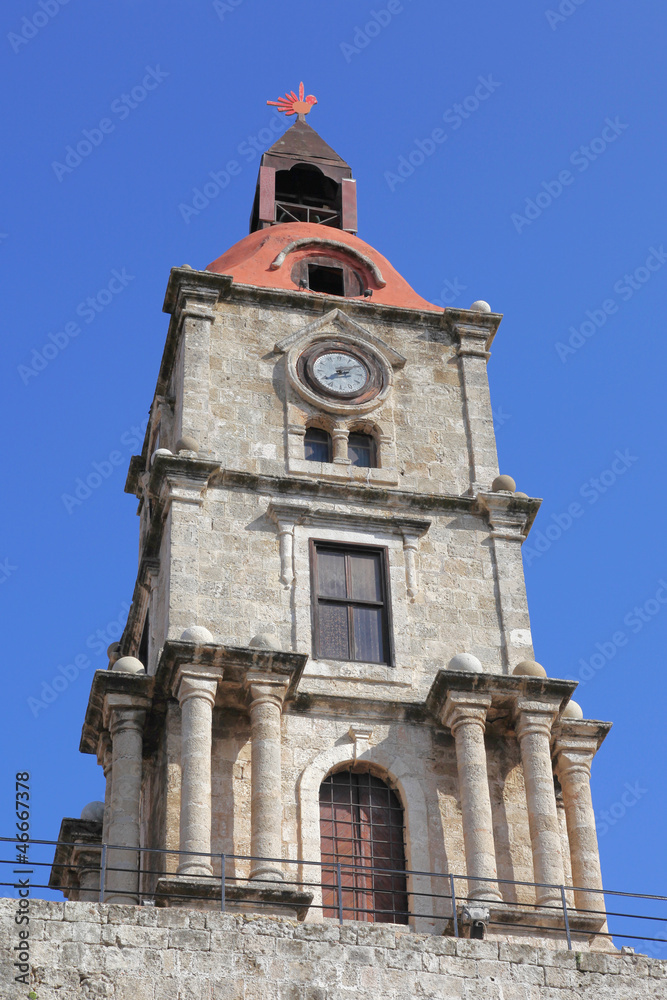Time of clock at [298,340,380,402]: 2:38
